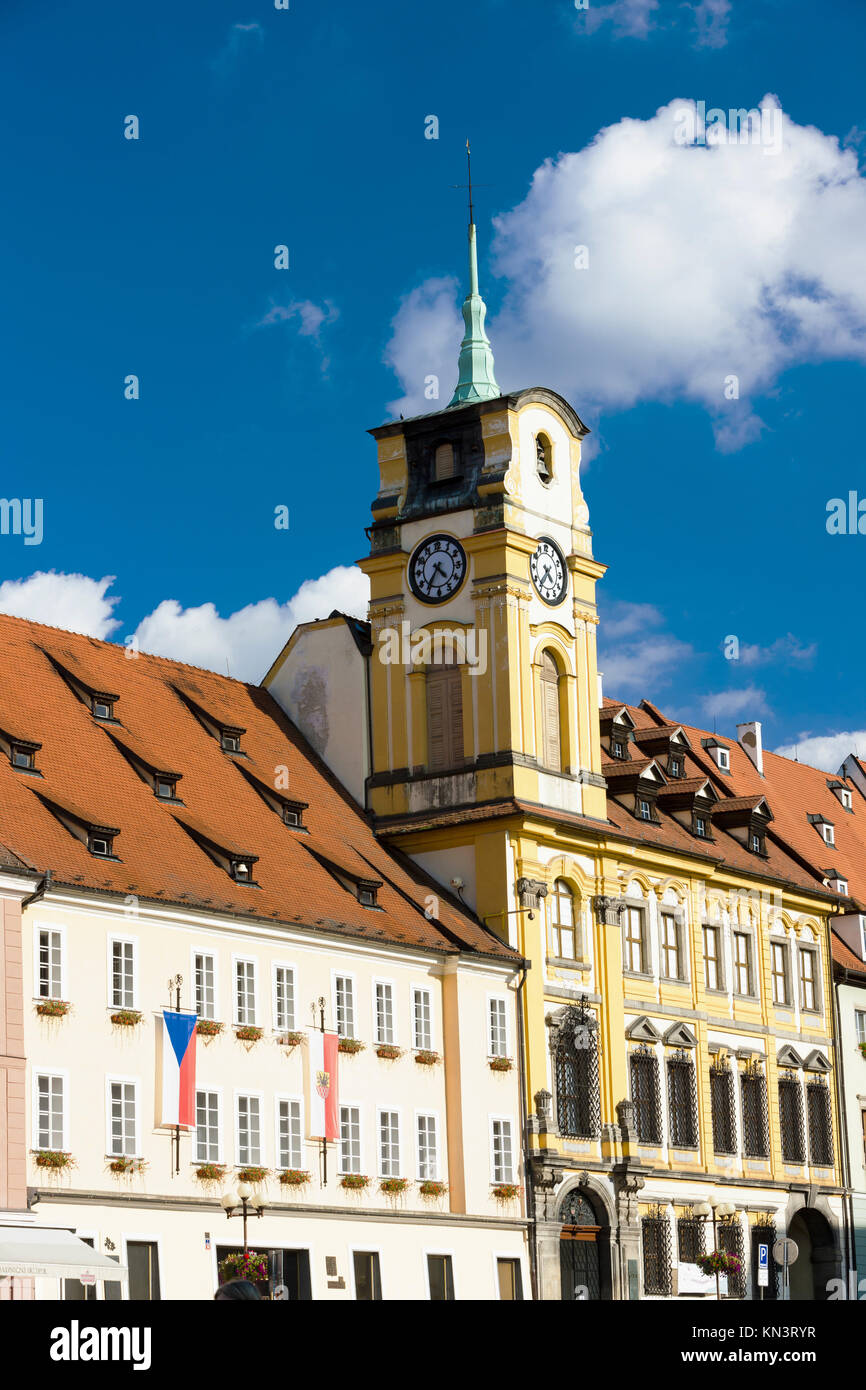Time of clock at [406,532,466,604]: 4:35
